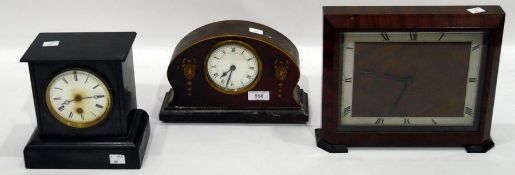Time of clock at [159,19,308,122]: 7:32
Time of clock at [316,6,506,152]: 9:33
